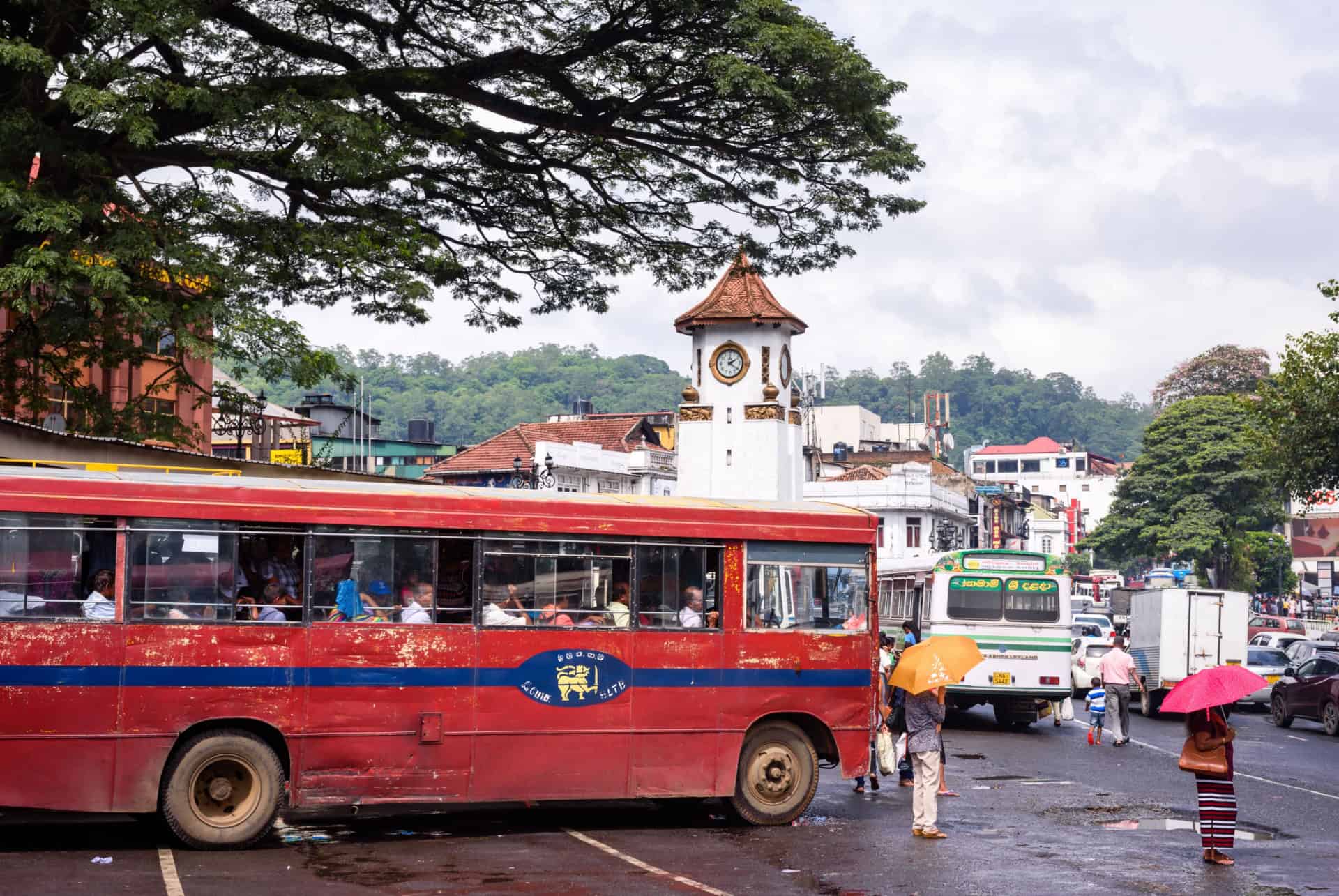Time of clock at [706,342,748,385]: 2:20
